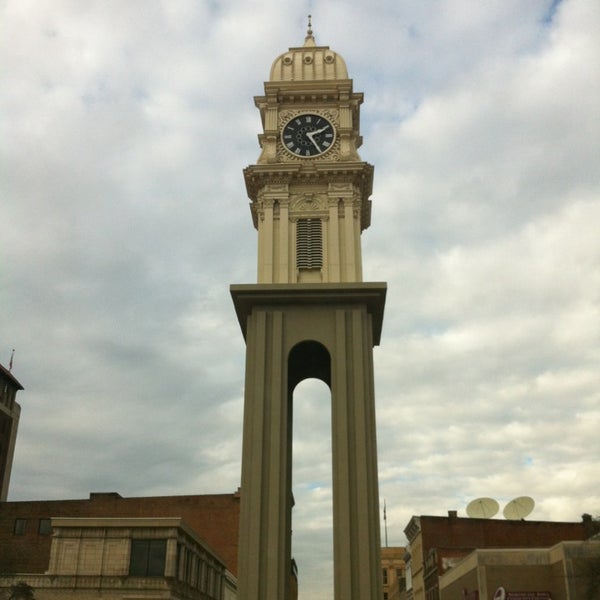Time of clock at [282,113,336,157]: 2:24
